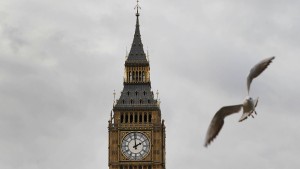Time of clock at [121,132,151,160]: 1:59
